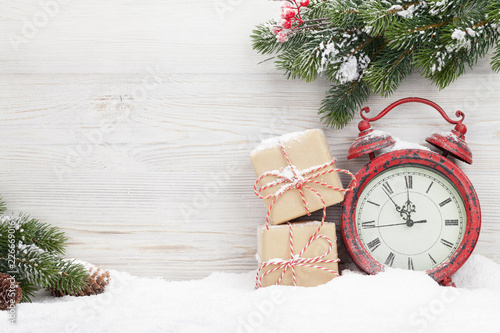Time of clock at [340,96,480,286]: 11:53
